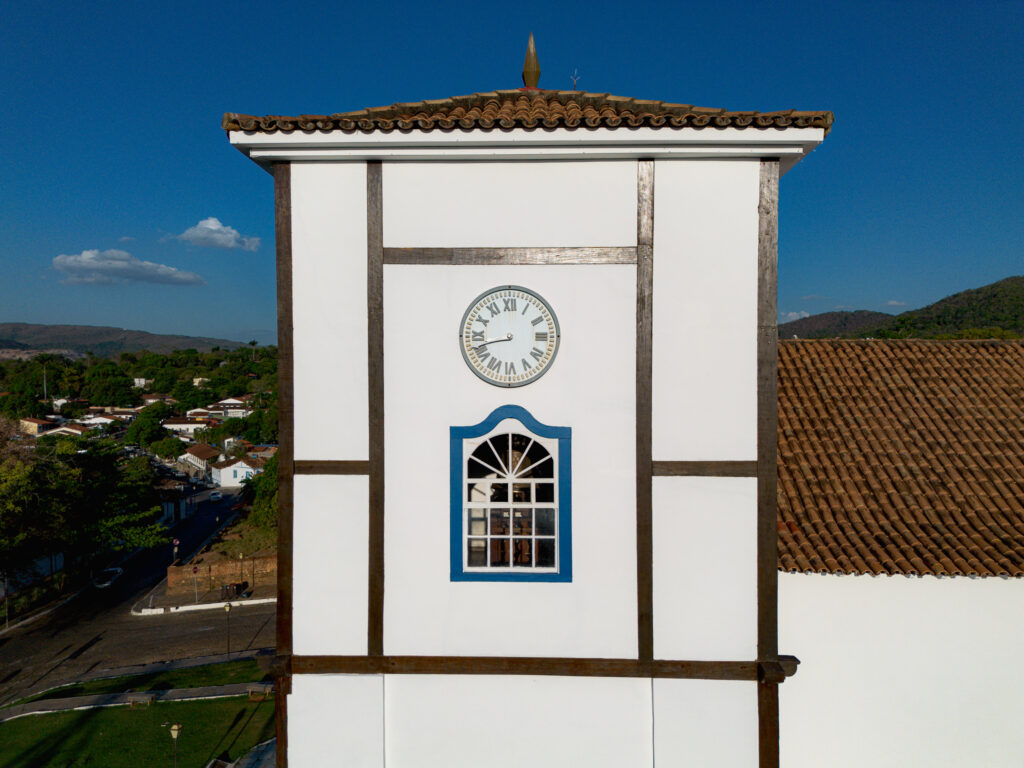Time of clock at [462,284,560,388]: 8:42
